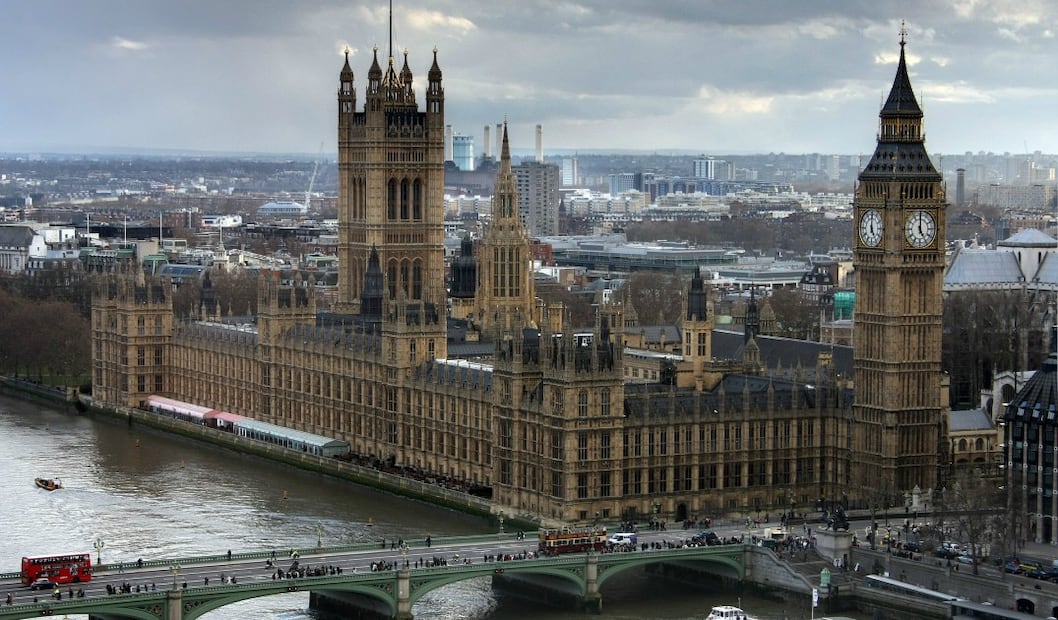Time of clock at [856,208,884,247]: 5:00
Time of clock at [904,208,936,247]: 5:00
